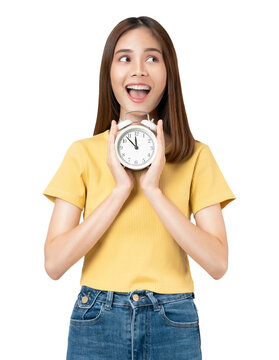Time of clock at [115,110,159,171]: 11:52
